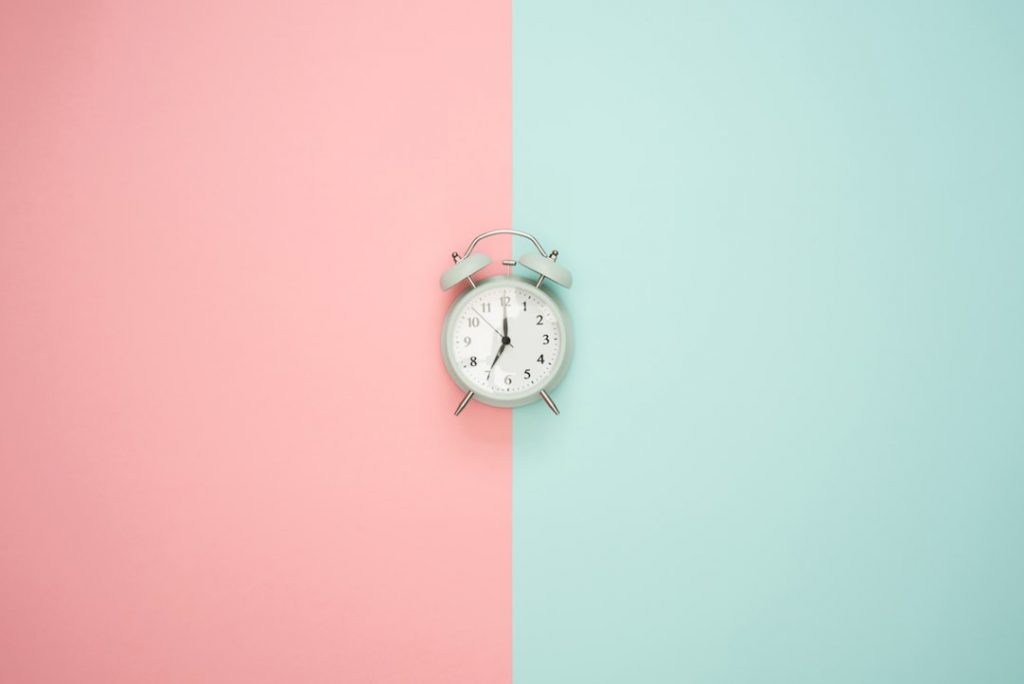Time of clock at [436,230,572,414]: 7:00
